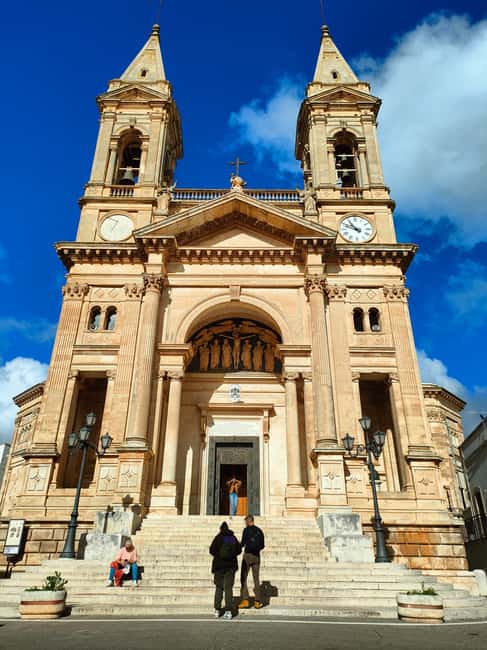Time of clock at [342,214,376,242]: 10:48
